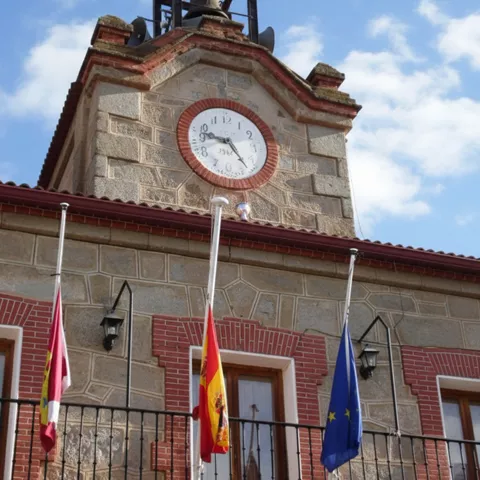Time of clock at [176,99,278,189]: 9:23
